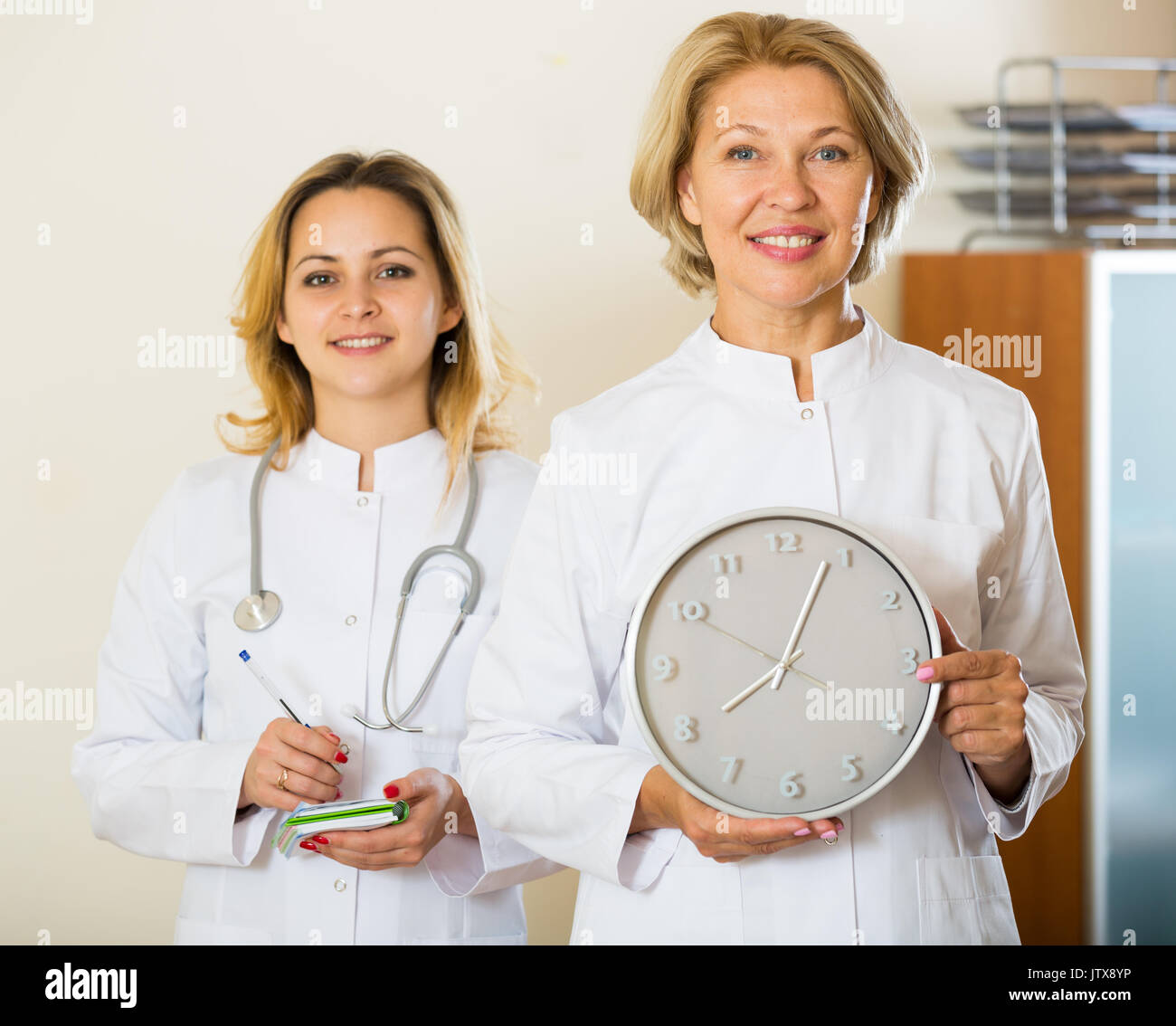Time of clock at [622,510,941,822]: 8:03
